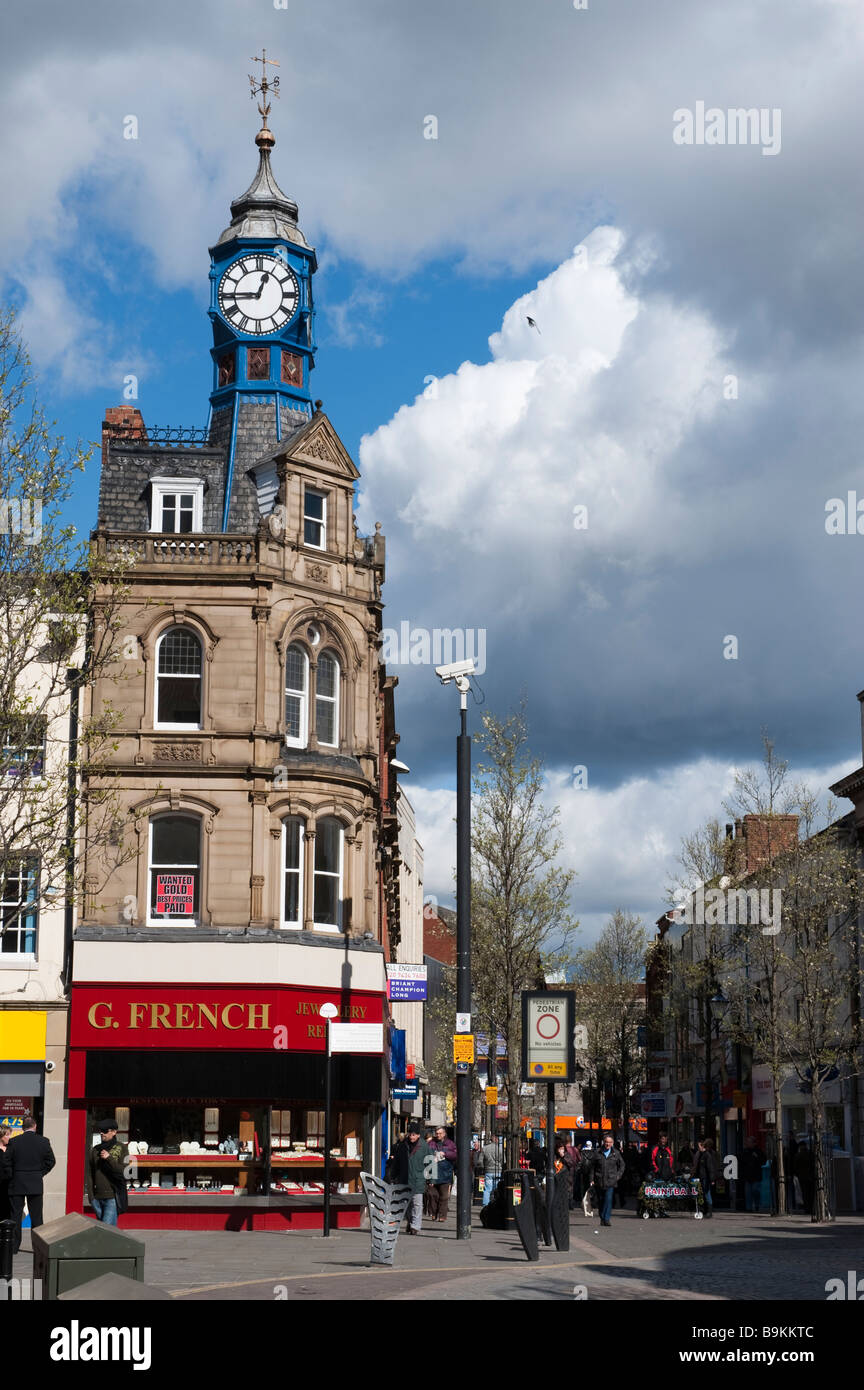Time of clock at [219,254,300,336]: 12:45
